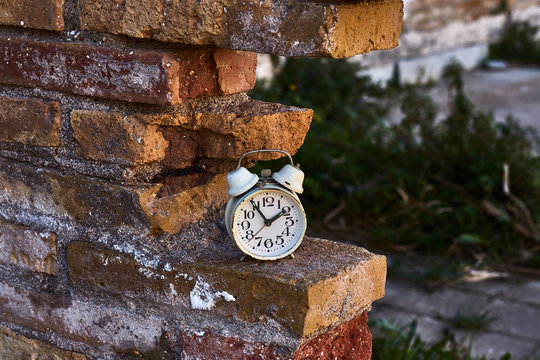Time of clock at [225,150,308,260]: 1:54
